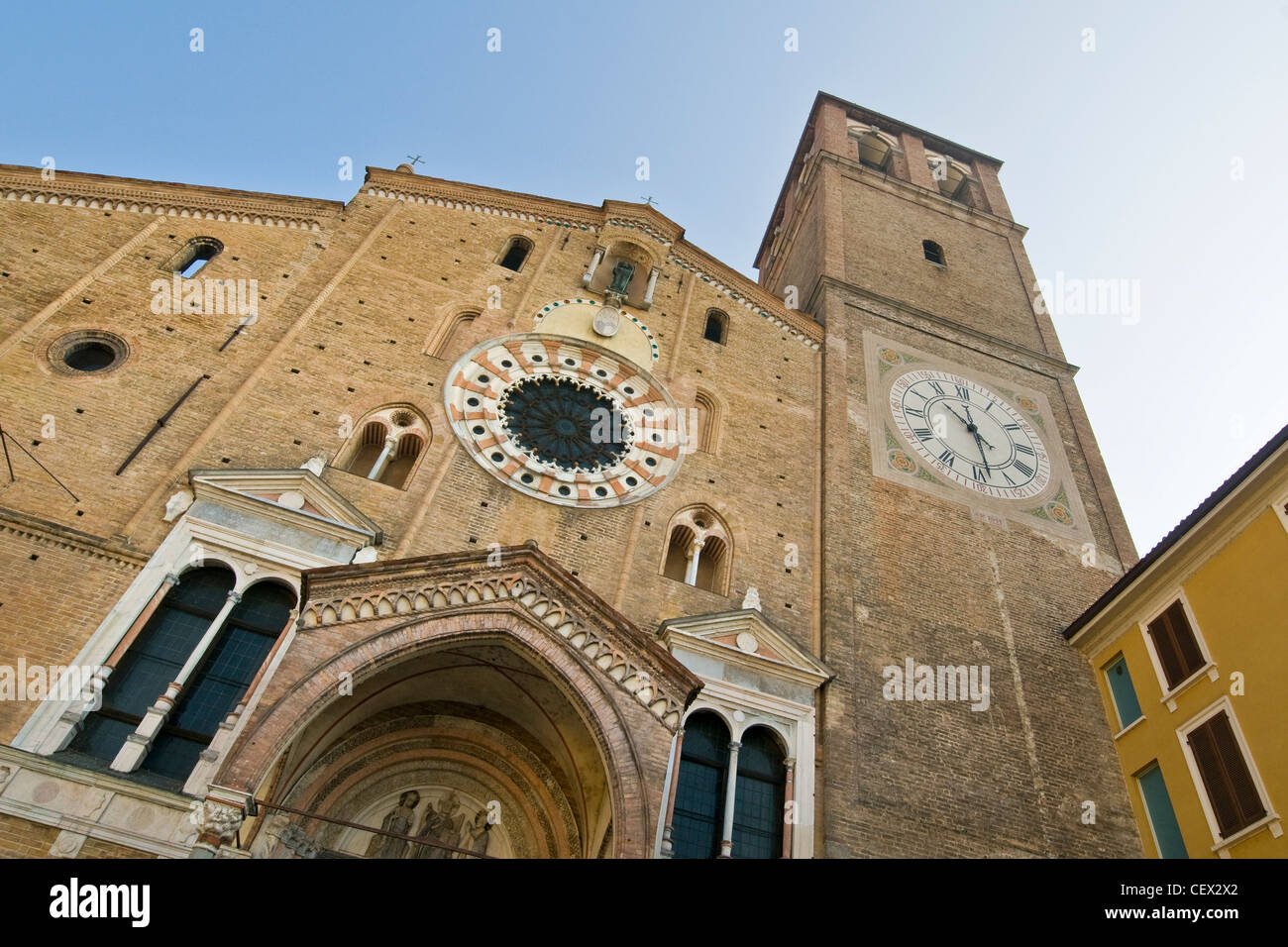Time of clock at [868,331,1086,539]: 10:28
